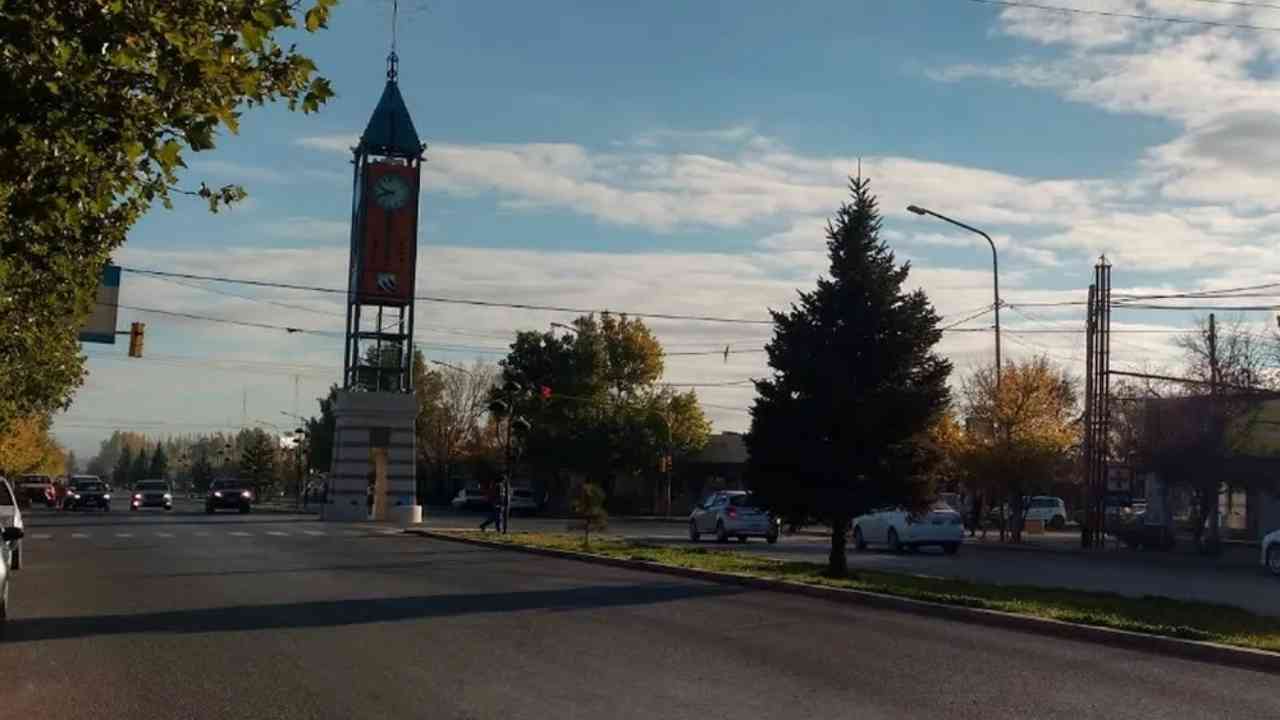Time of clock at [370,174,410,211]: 9:42
